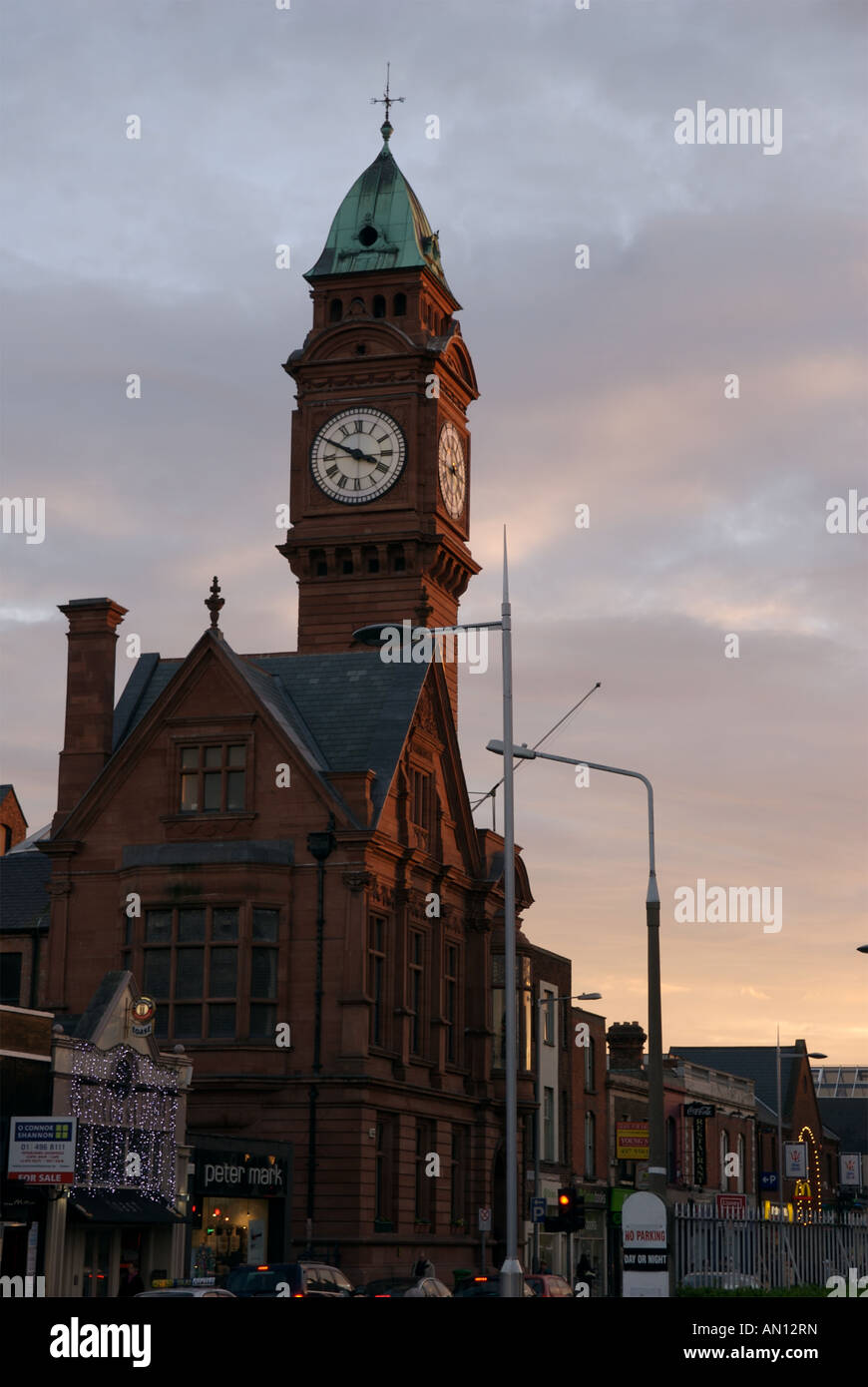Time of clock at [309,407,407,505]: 3:49
